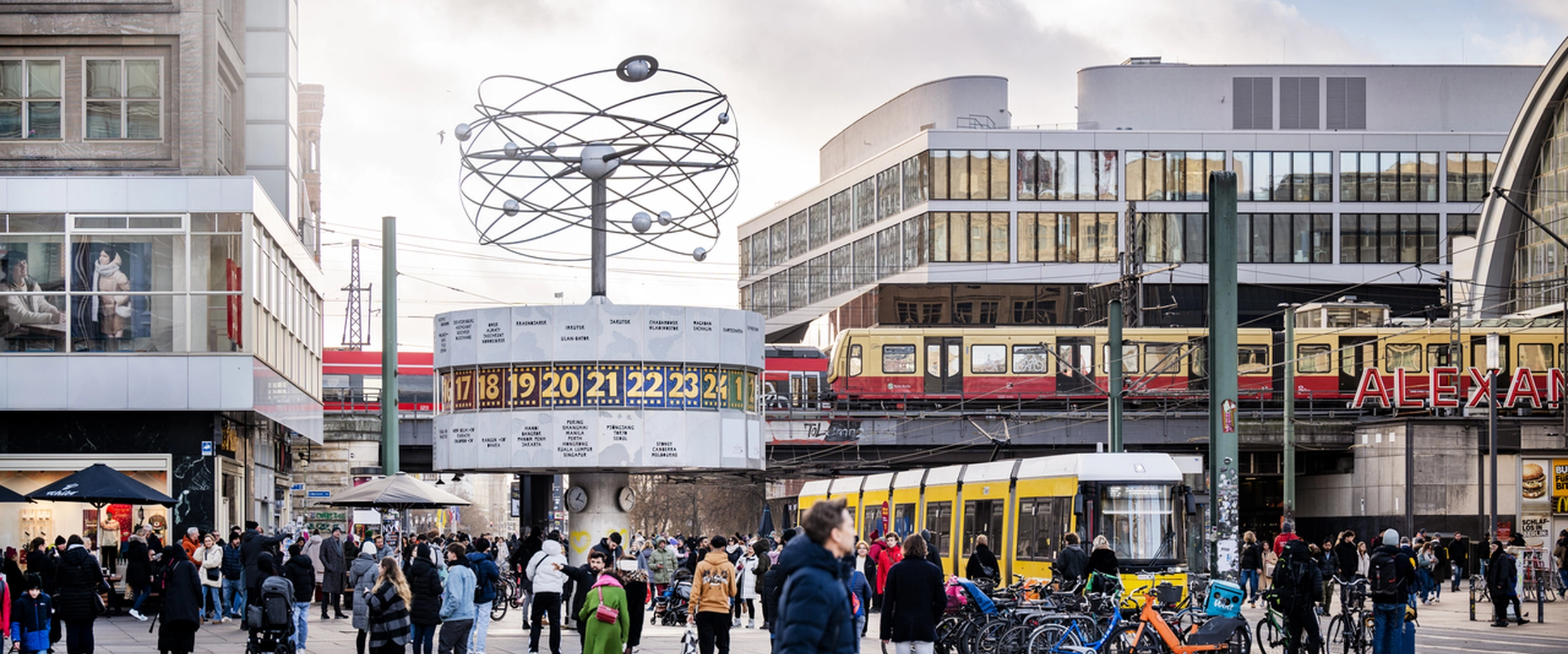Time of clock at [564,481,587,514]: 1:18
